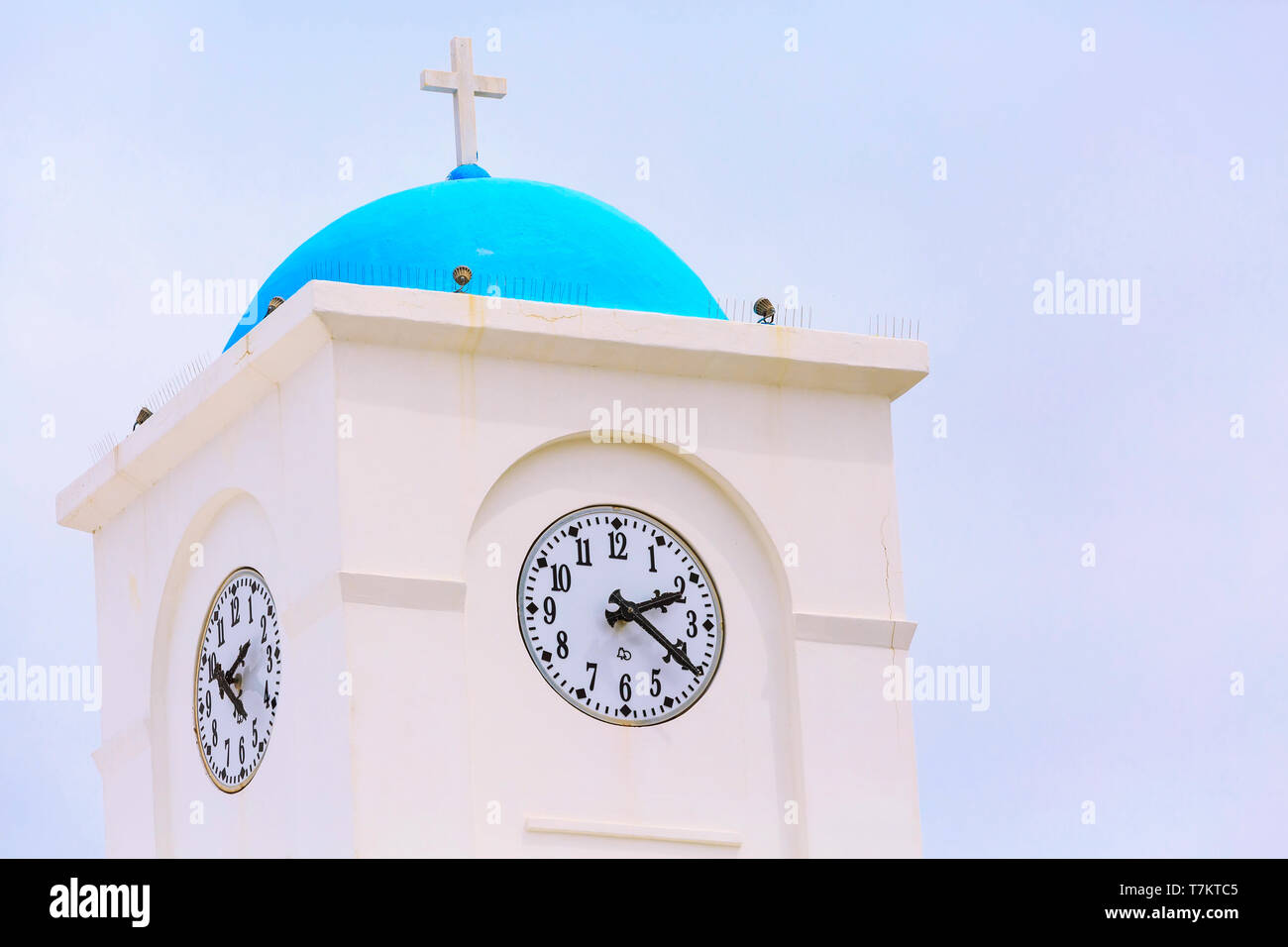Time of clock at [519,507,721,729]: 2:20
